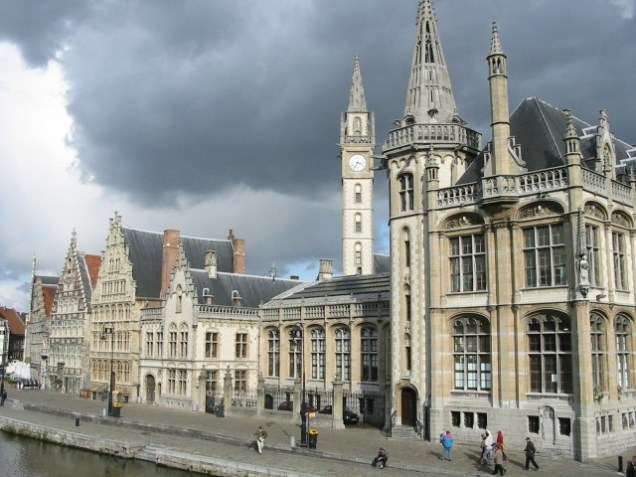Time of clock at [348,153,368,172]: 3:34
